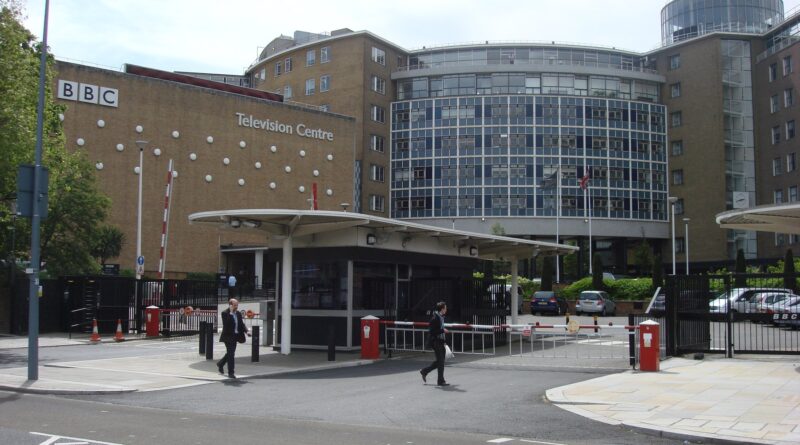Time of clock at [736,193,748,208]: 2:42
